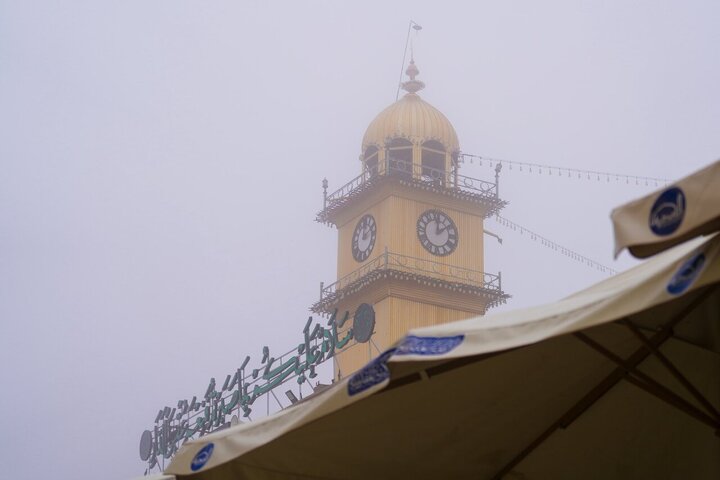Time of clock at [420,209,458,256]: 12:09
